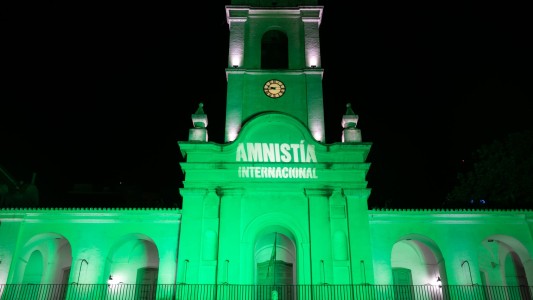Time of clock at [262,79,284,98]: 9:43
